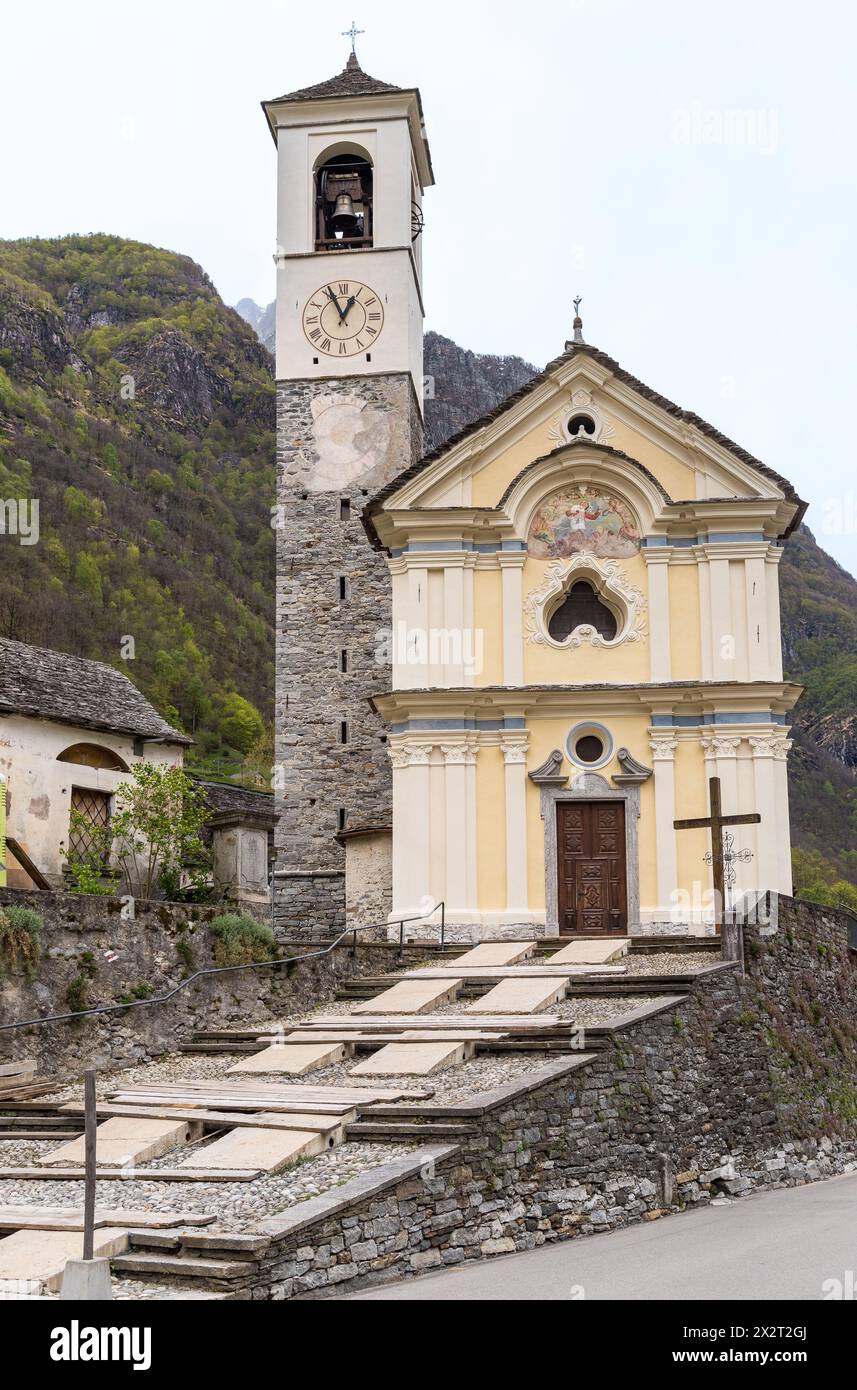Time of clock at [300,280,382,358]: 12:55
